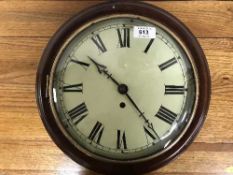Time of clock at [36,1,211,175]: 10:23
